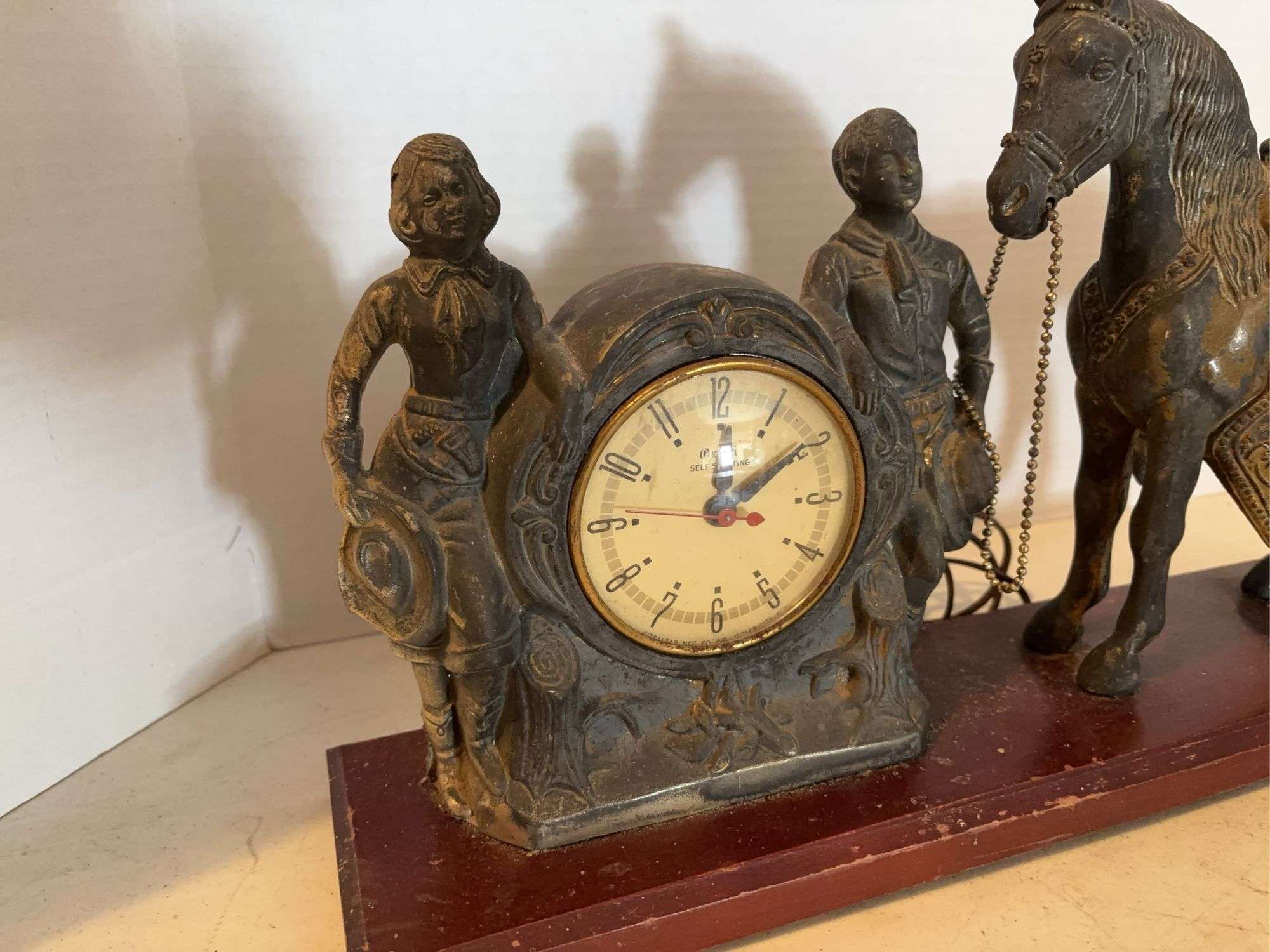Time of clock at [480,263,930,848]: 12:09
